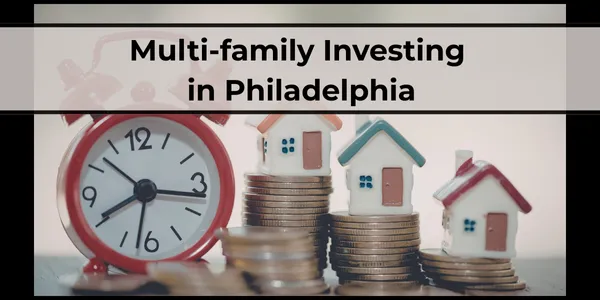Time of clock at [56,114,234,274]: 8:16
